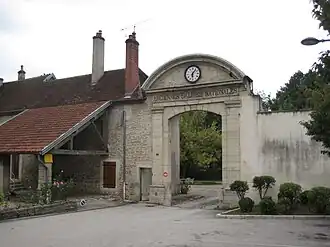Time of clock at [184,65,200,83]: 6:06
